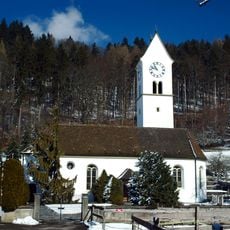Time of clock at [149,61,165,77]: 10:47
